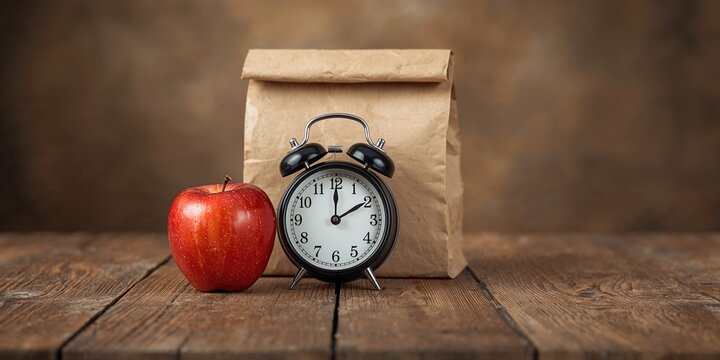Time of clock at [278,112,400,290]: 2:00
